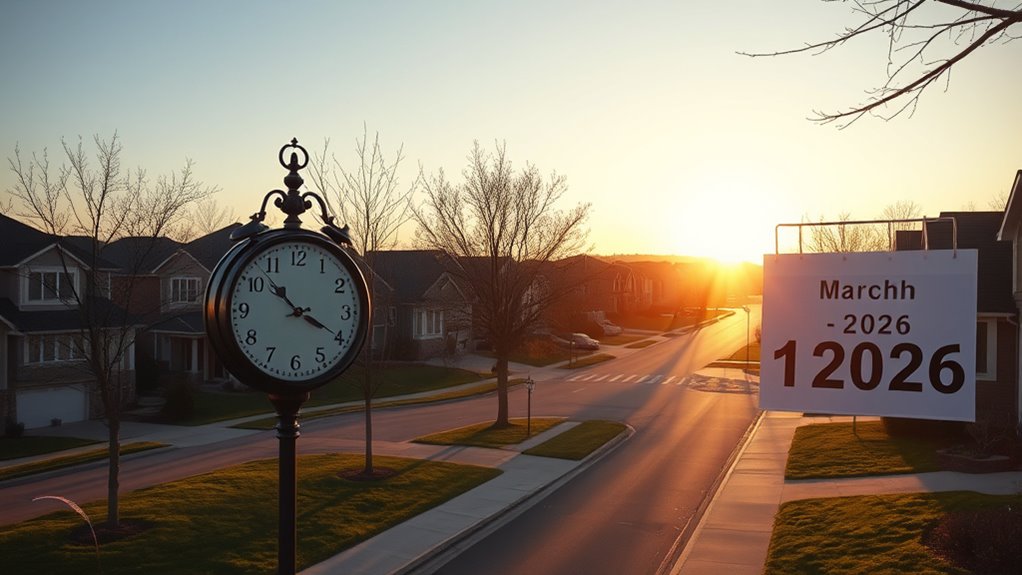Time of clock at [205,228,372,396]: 3:52
